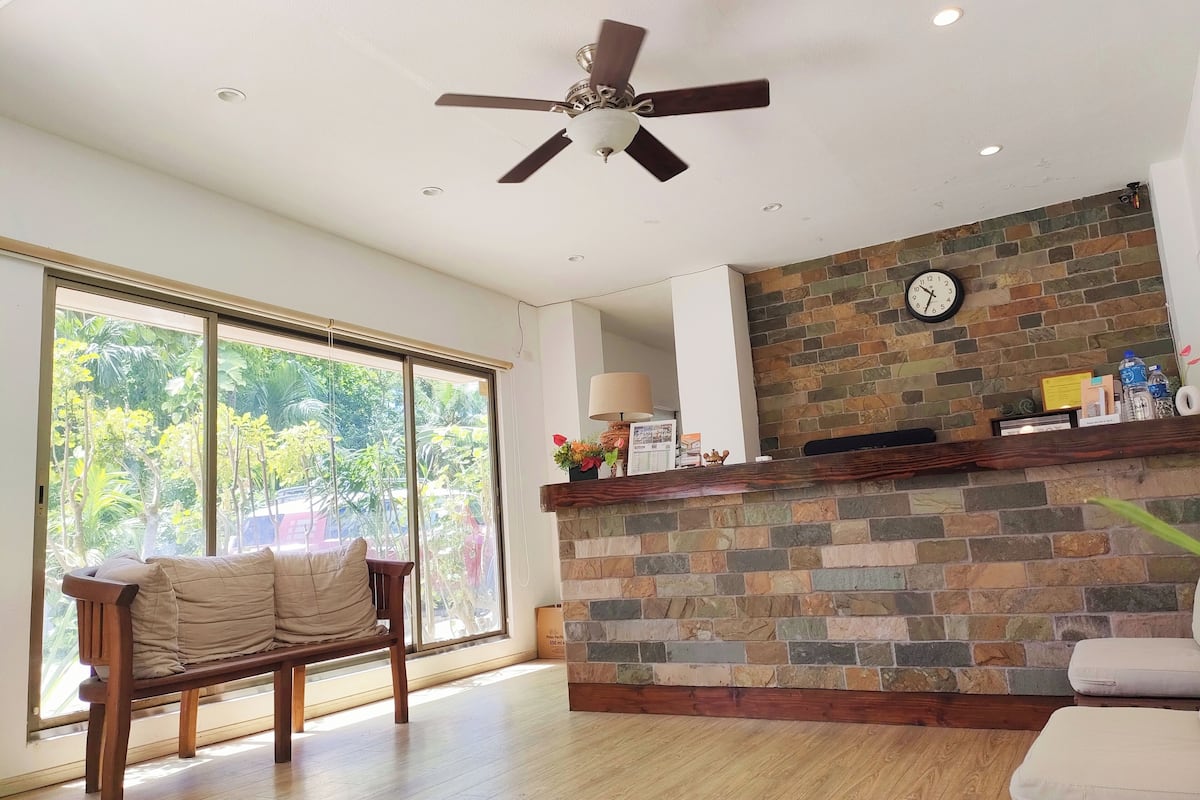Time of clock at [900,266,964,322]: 10:34
